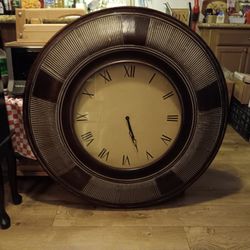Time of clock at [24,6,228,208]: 5:26
